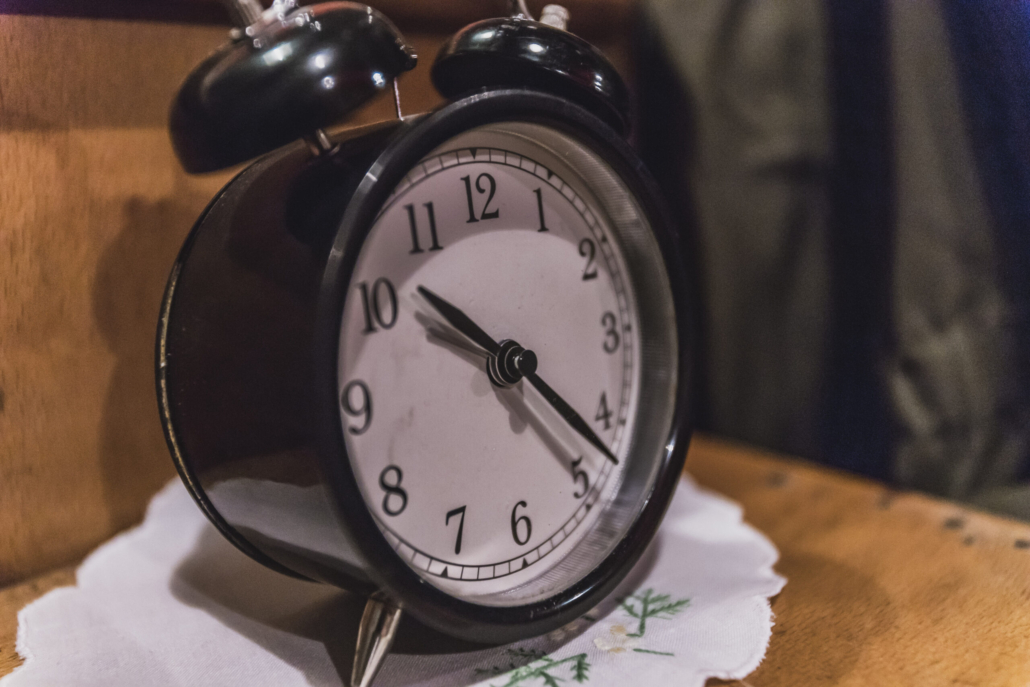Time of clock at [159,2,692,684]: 10:22
